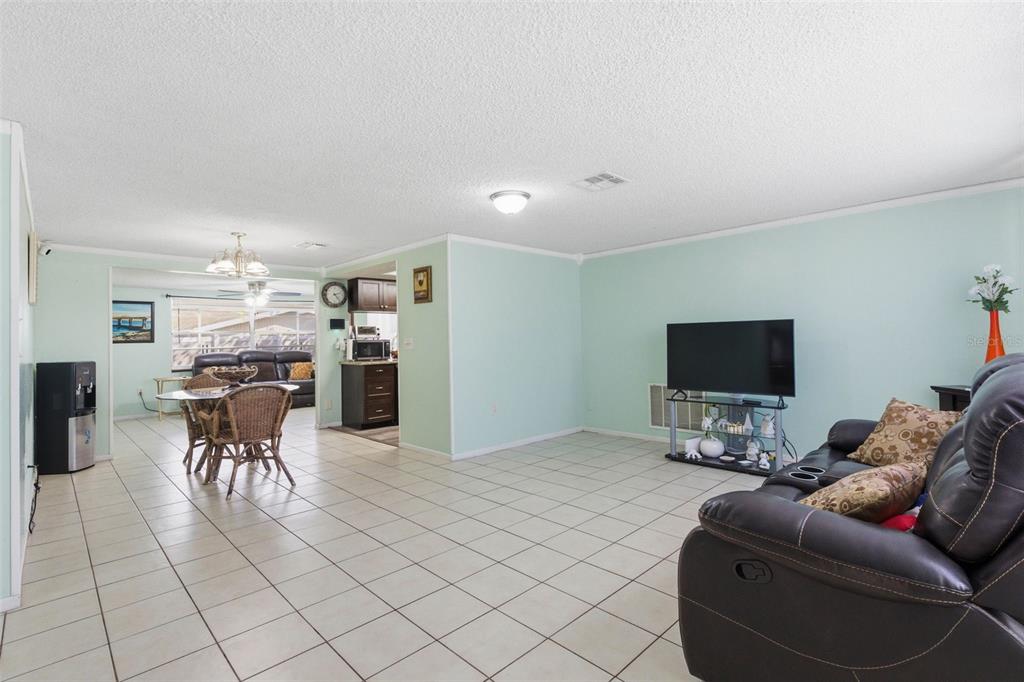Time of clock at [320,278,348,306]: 2:23
